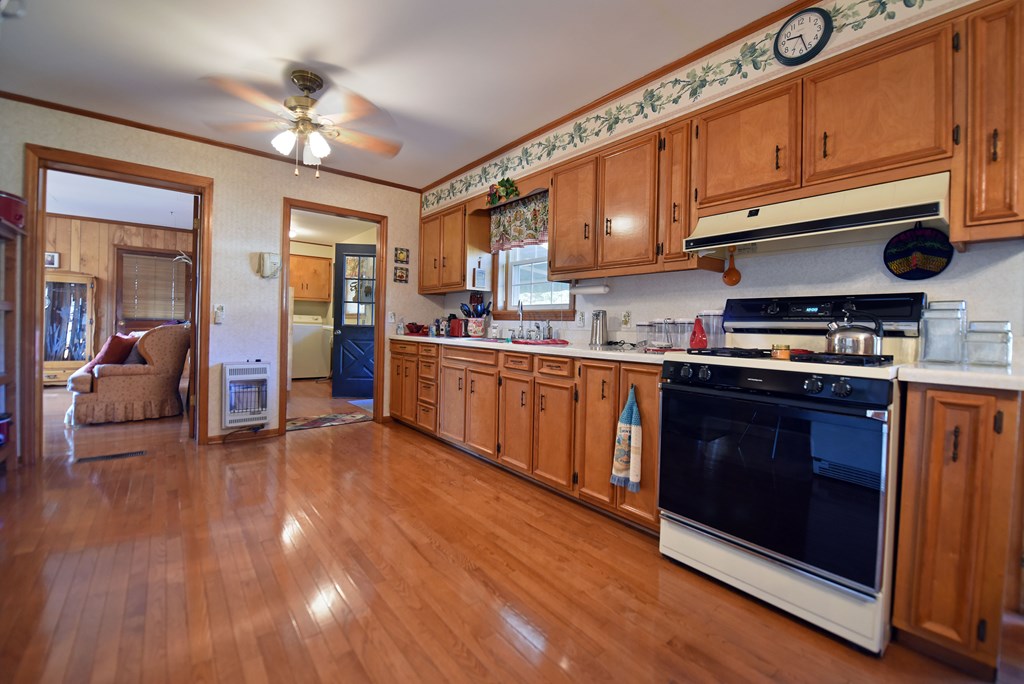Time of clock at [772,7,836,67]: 9:27
